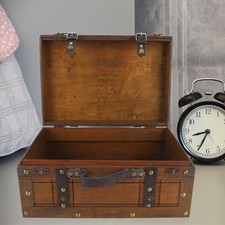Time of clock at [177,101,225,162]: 8:34
